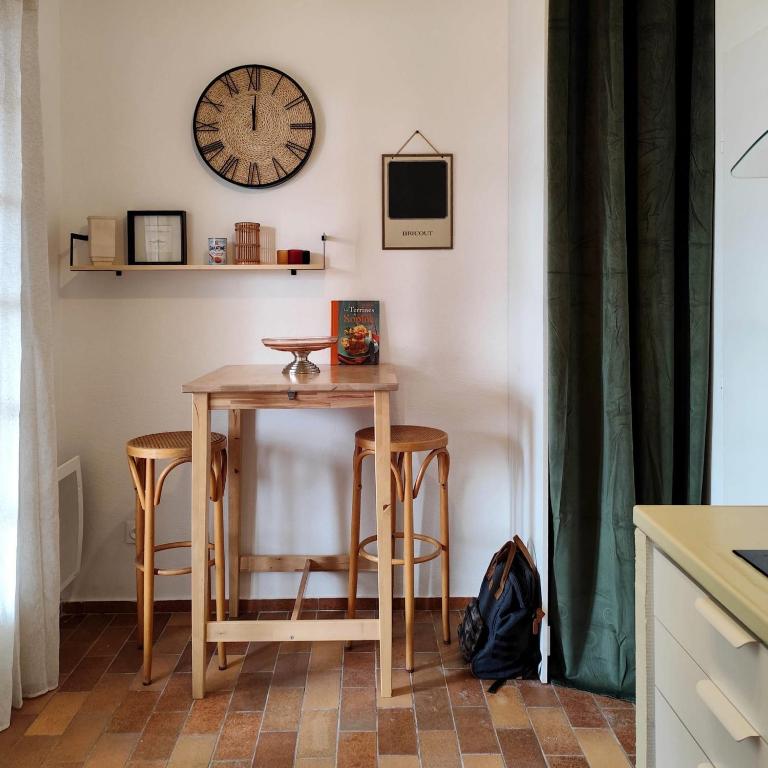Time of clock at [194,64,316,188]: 12:00
